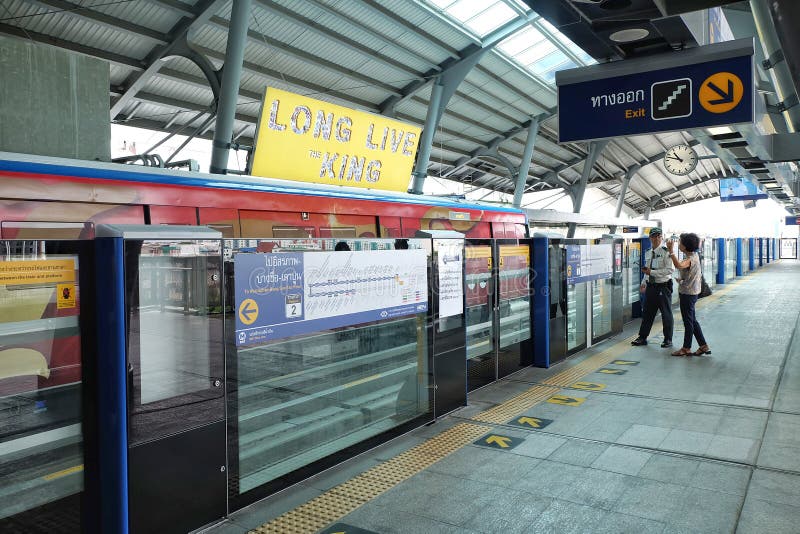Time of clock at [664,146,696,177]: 10:47
